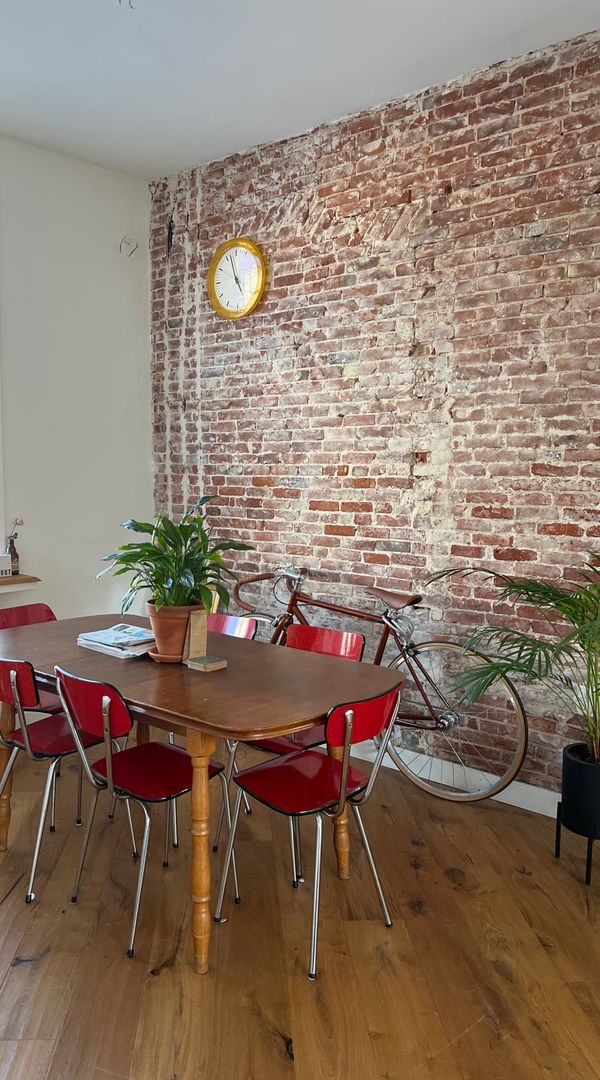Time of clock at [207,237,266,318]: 4:57
